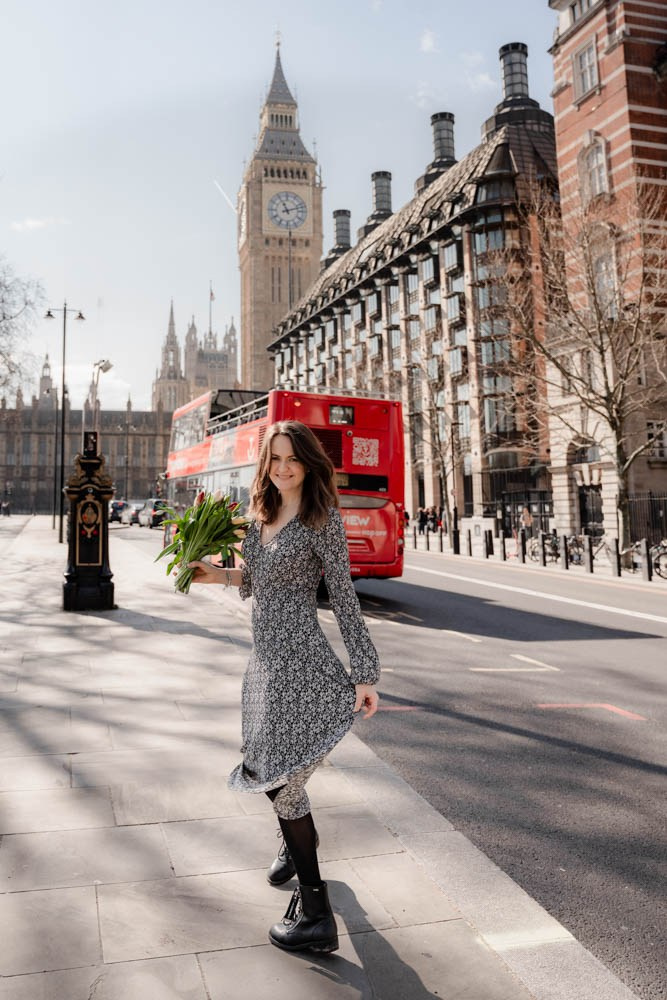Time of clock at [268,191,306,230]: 11:12
